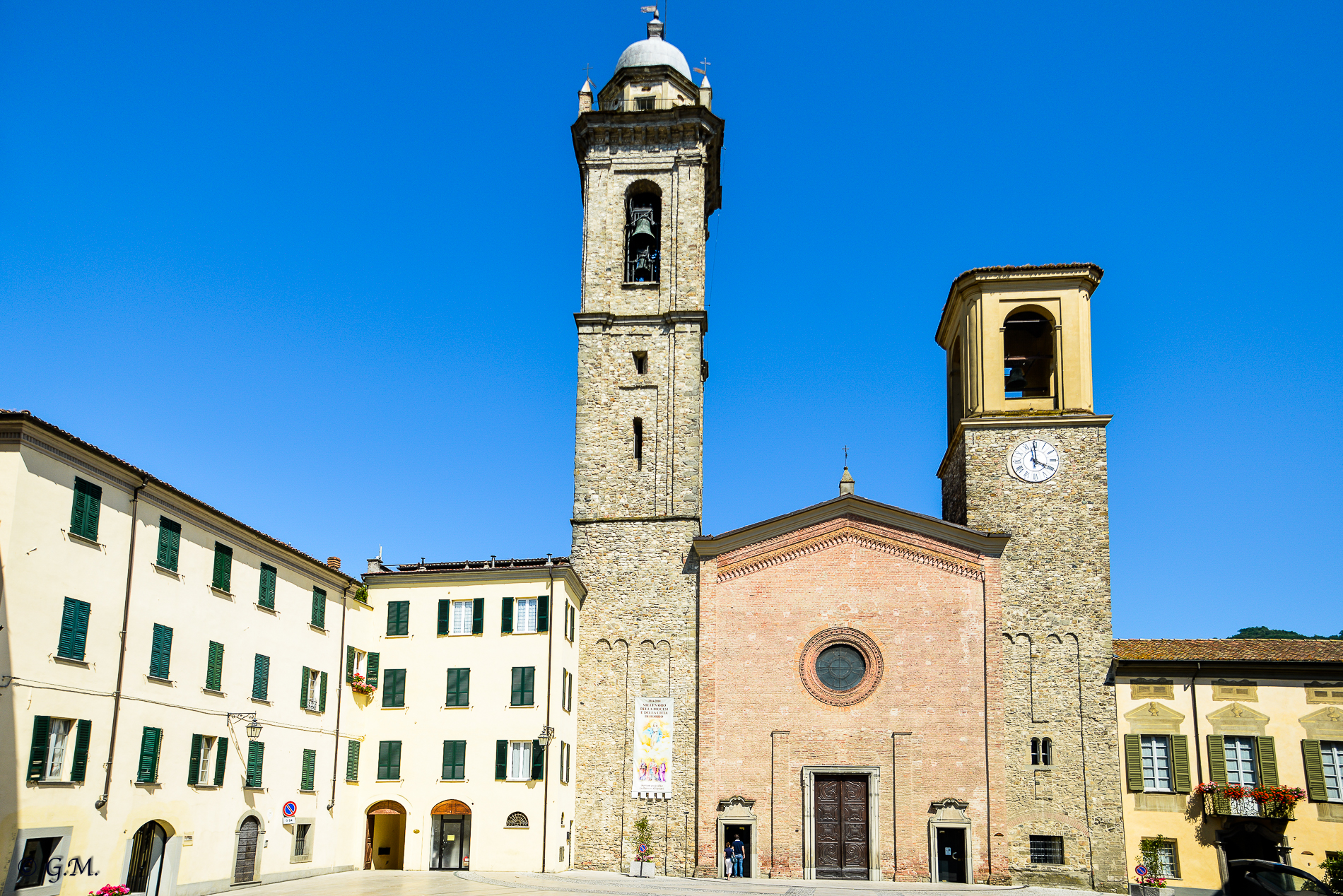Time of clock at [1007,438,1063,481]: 3:59
